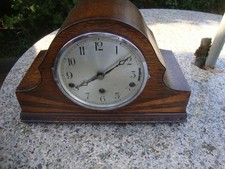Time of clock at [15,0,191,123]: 8:09
